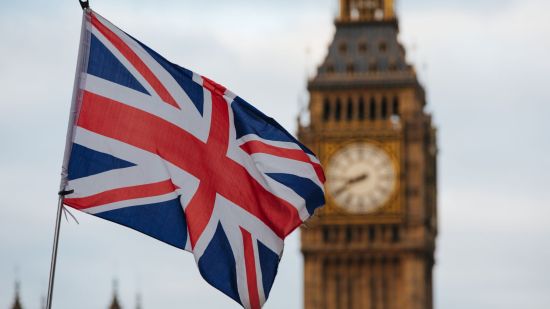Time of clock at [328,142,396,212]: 8:40
